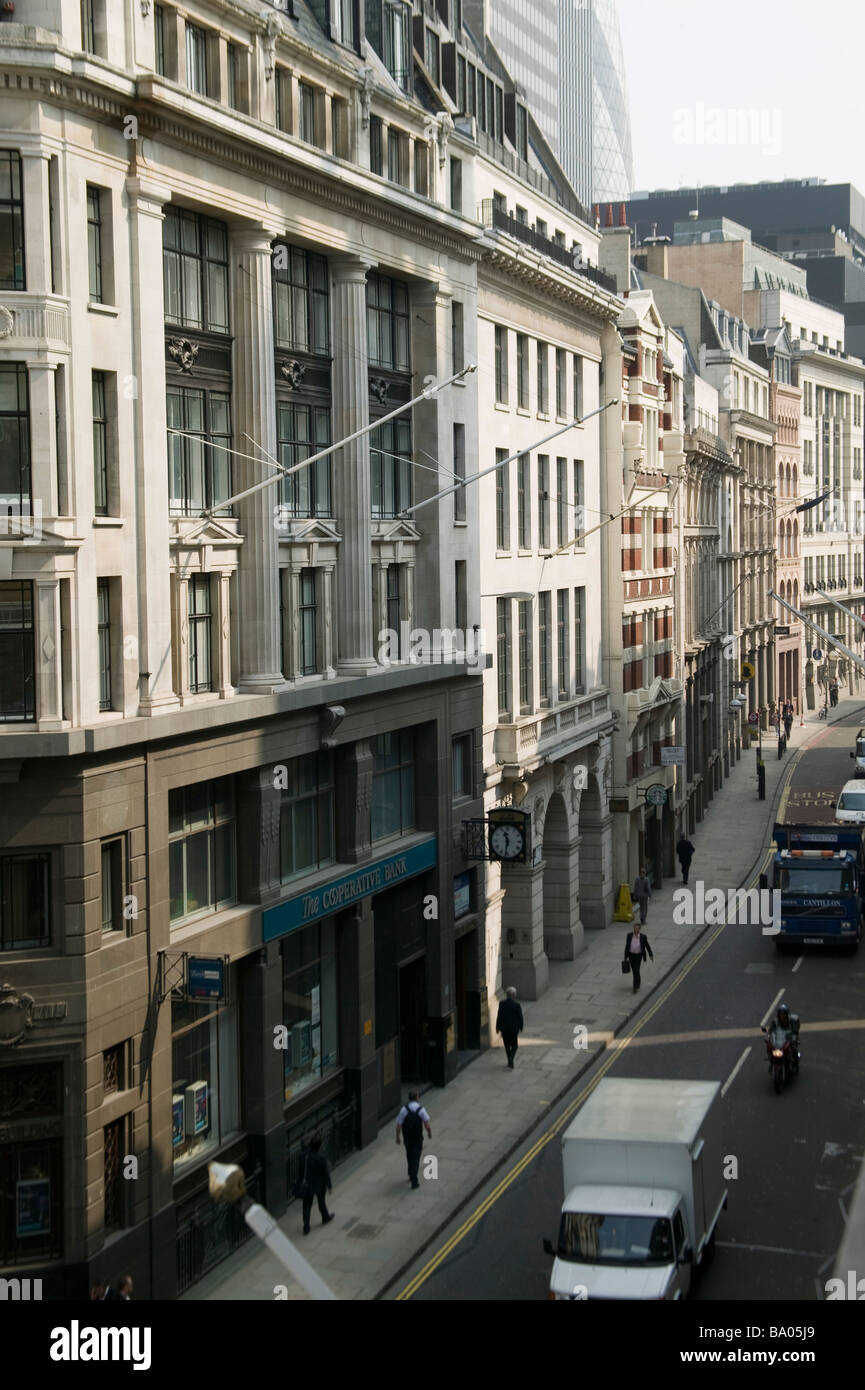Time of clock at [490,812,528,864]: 11:32
